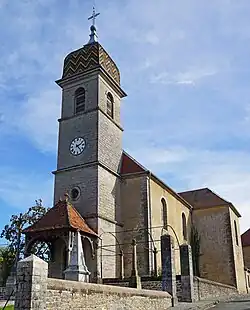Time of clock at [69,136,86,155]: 2:23
